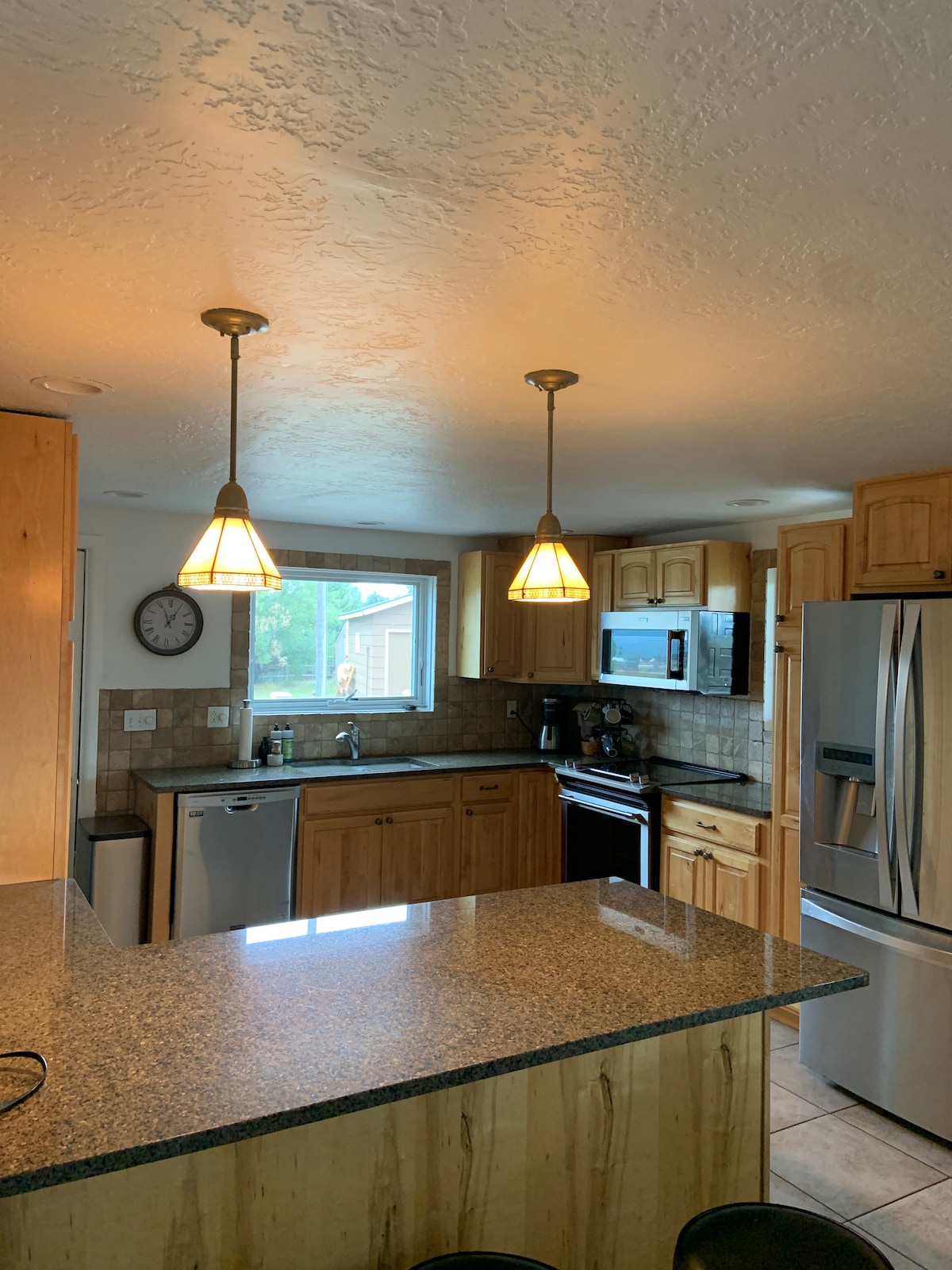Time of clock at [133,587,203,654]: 12:56
